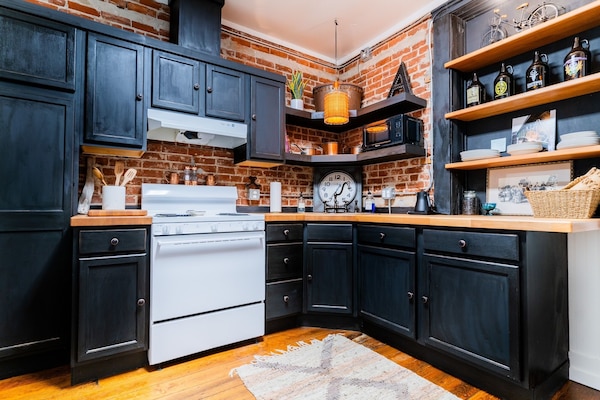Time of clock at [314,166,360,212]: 6:06
